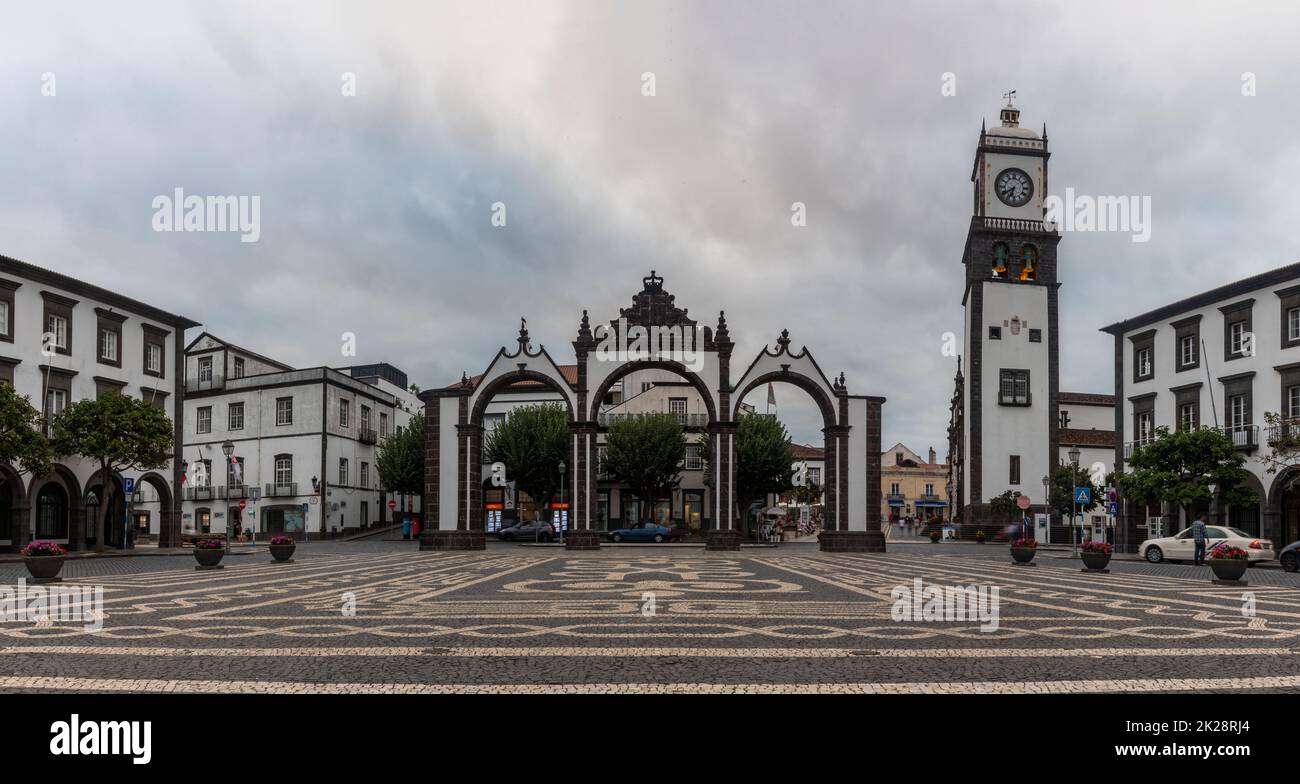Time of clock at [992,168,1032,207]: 6:39
